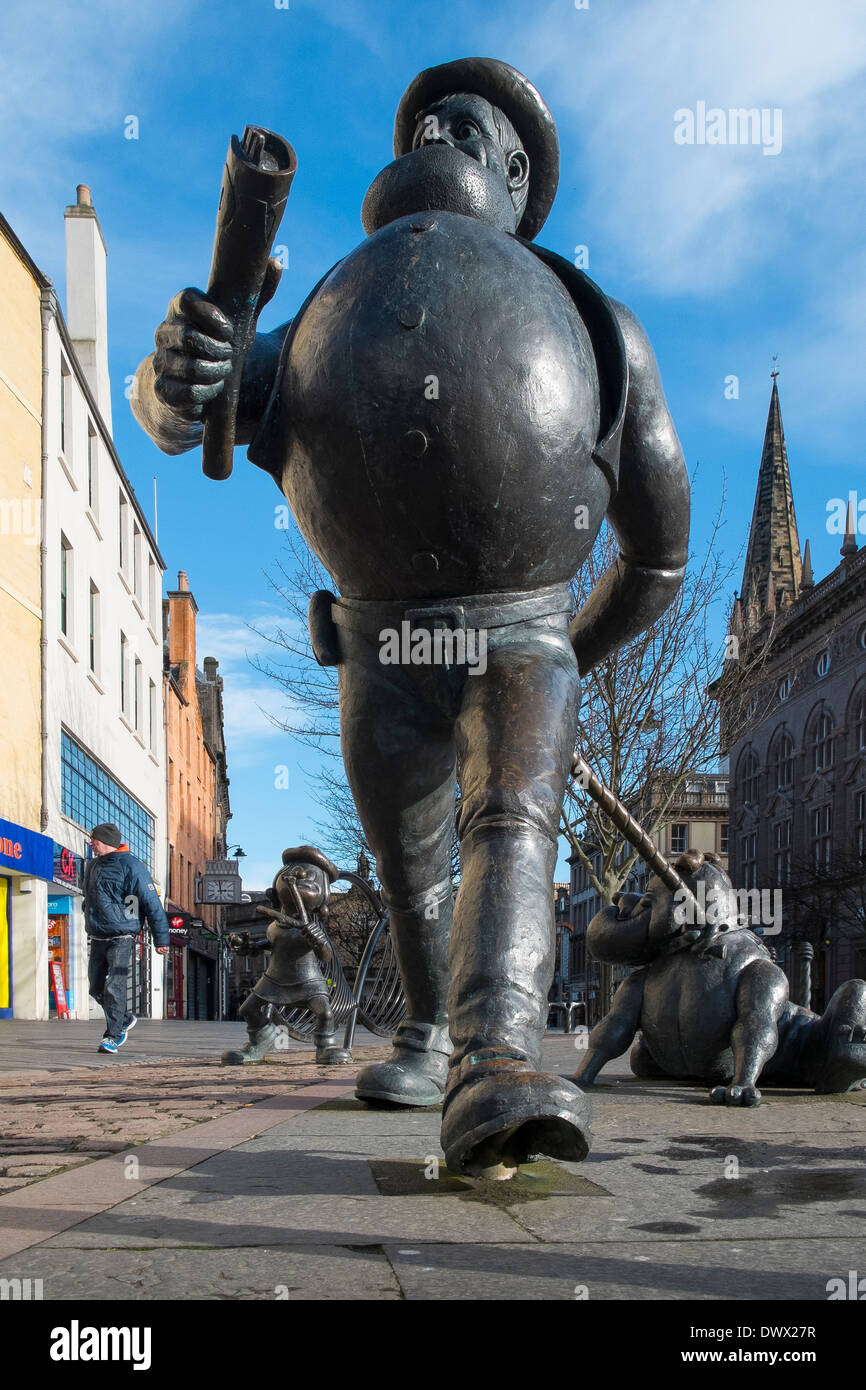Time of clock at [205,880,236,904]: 2:59
